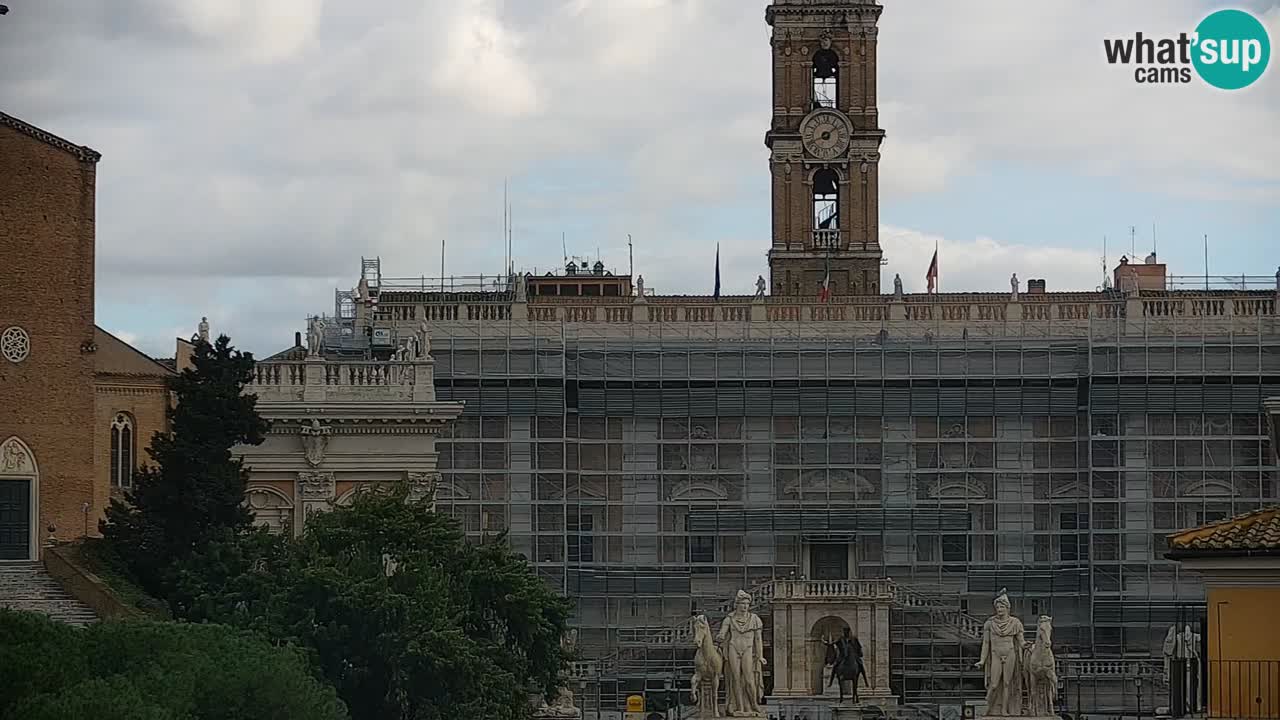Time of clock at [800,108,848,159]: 1:40
